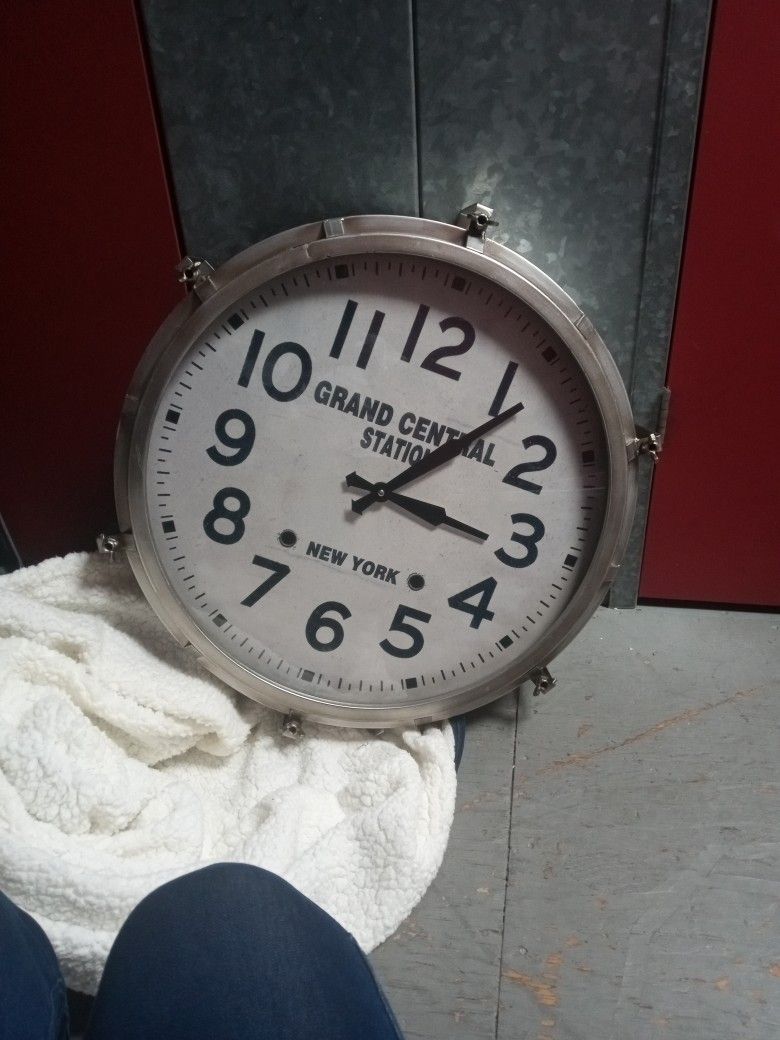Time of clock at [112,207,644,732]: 3:06
